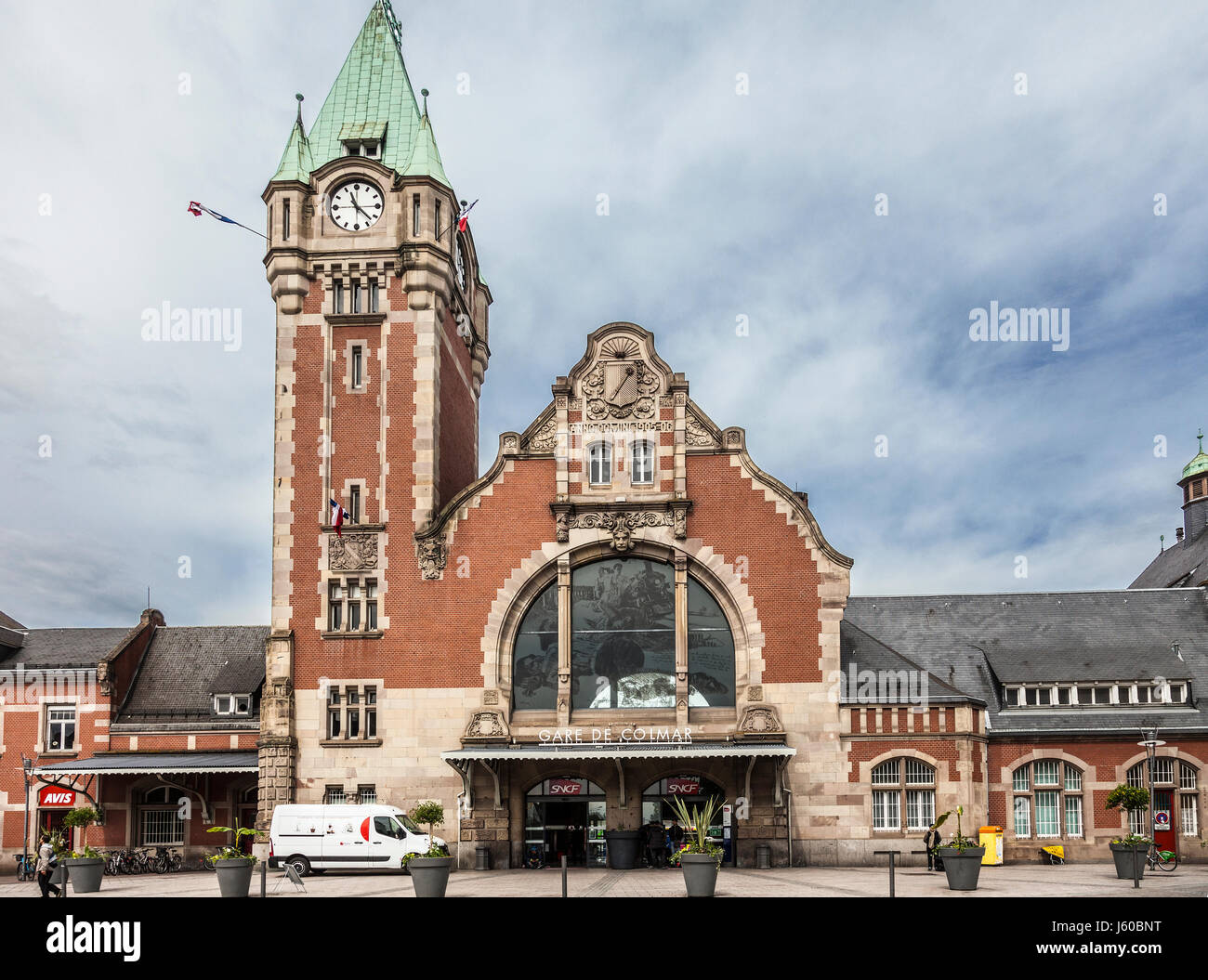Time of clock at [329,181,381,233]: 11:22
